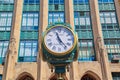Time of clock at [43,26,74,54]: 11:23
